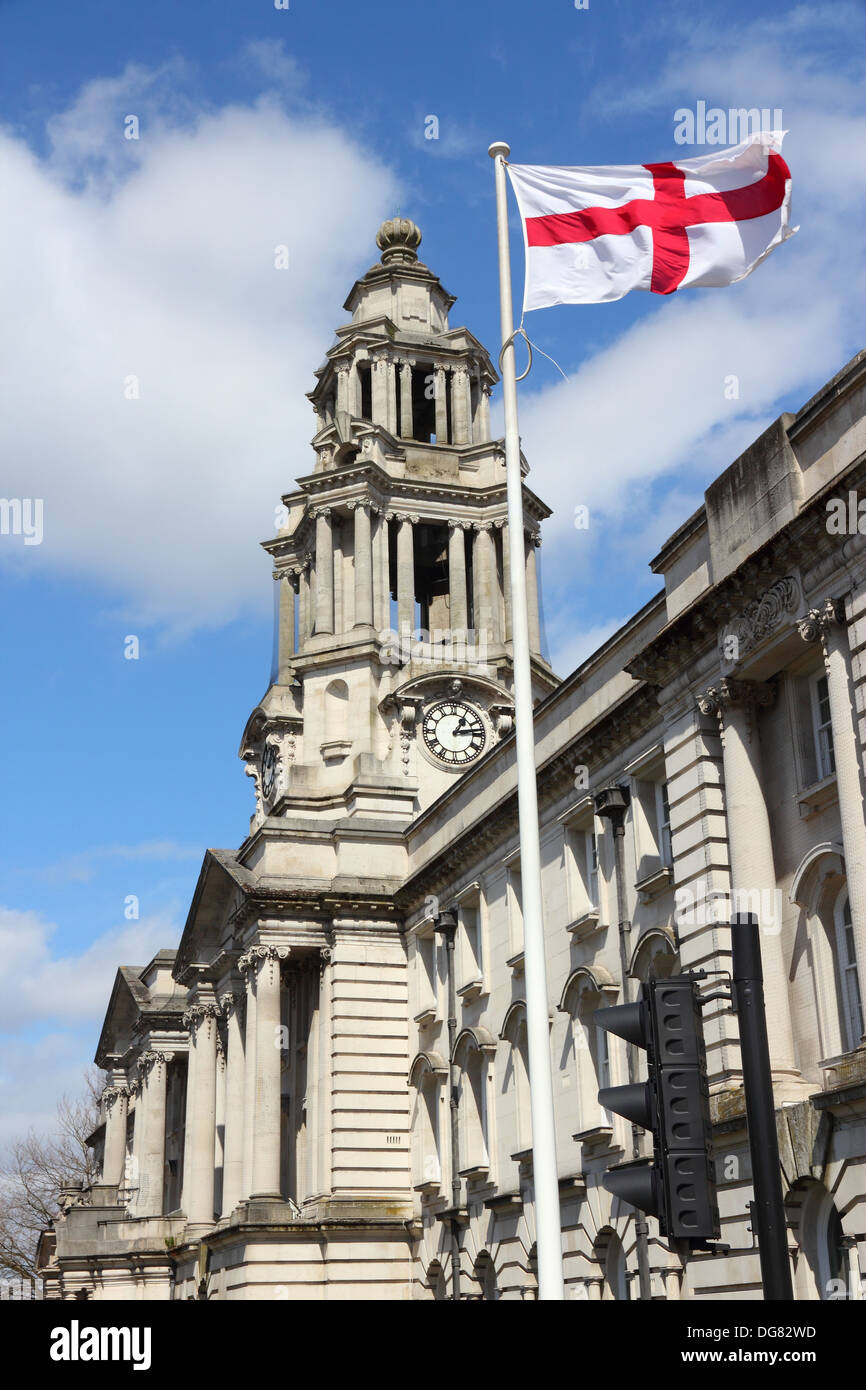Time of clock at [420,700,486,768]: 1:13
